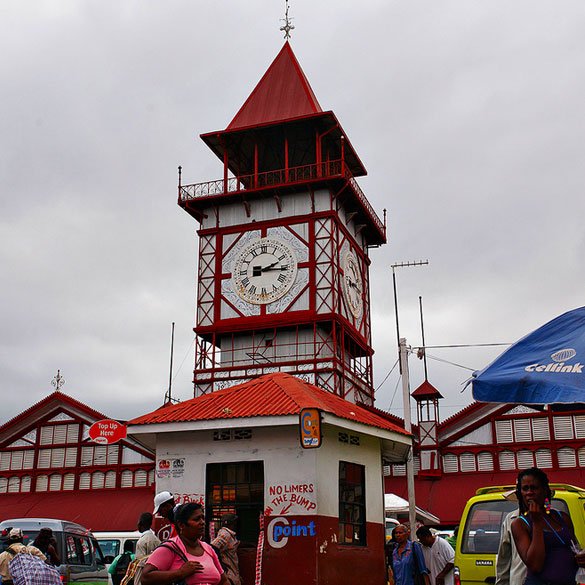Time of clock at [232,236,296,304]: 2:15
